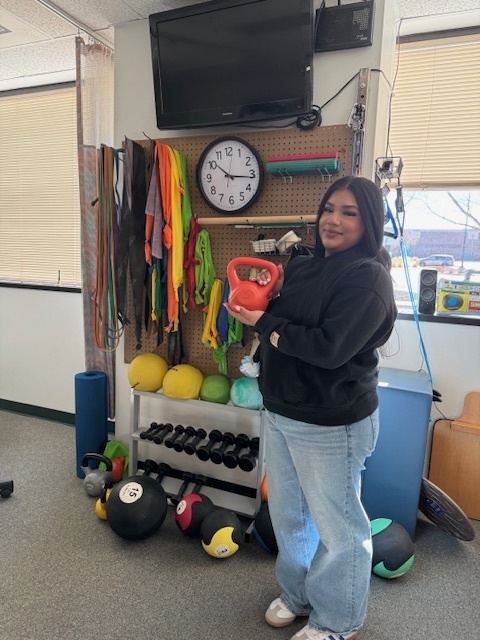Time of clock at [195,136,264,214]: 10:15
